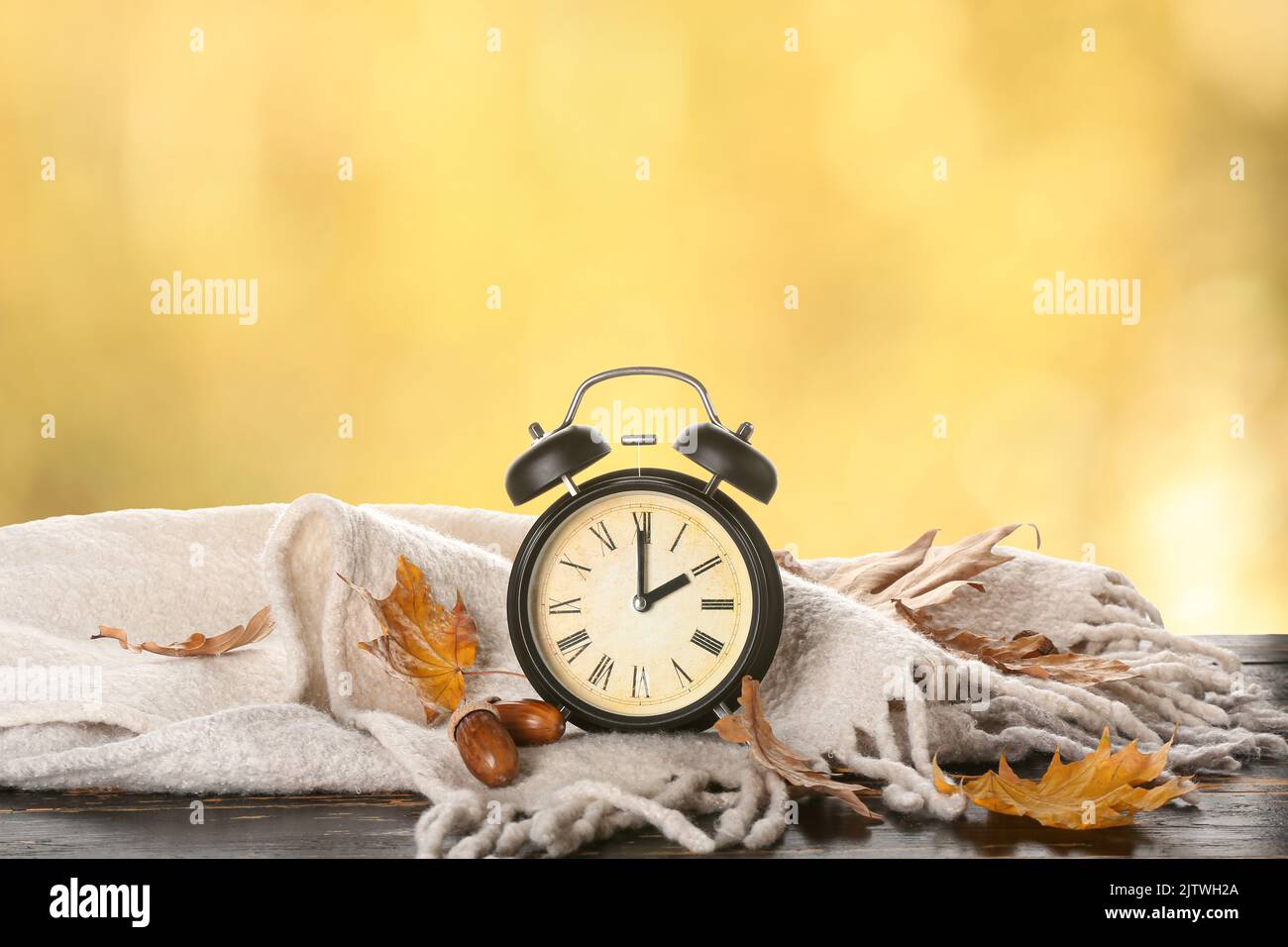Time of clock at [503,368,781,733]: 2:00
